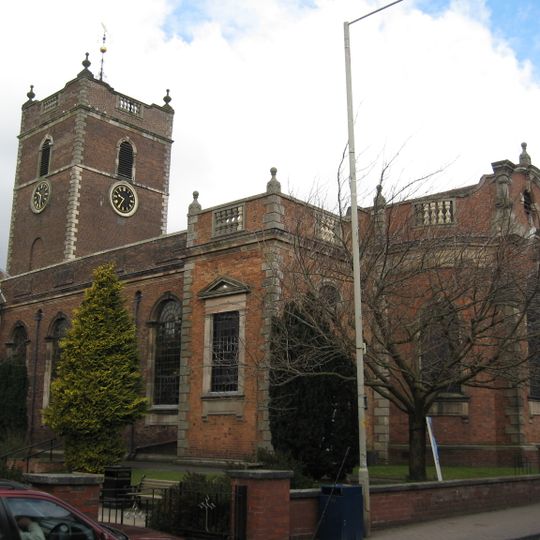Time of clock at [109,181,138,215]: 9:35
